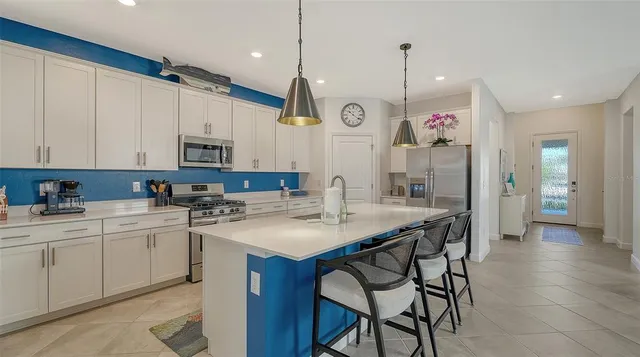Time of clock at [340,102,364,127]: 10:21
